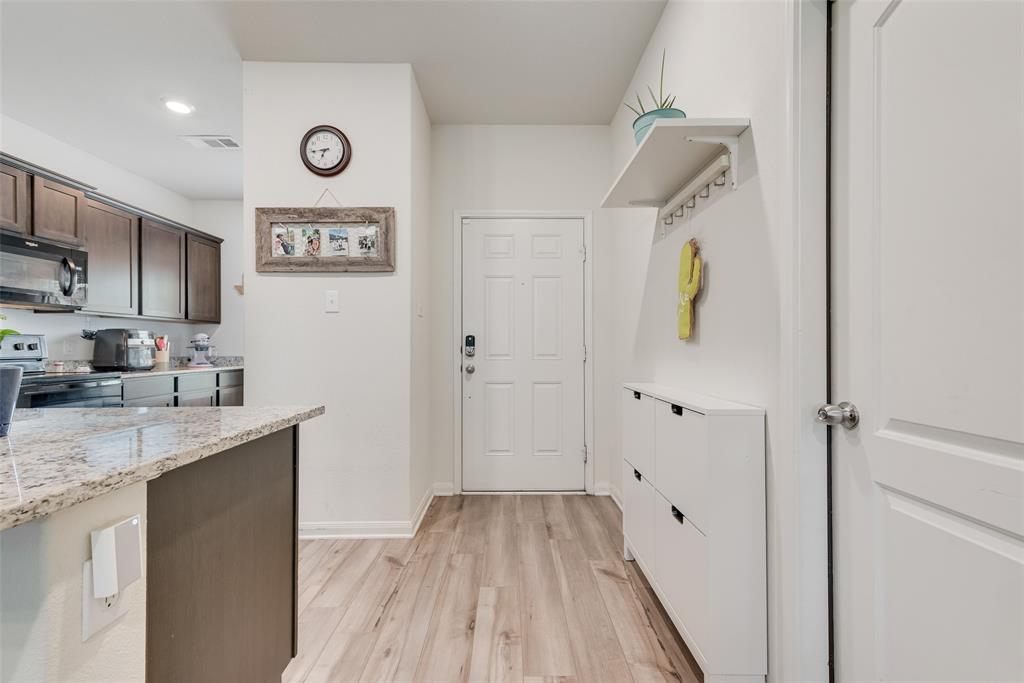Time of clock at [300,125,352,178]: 6:43
